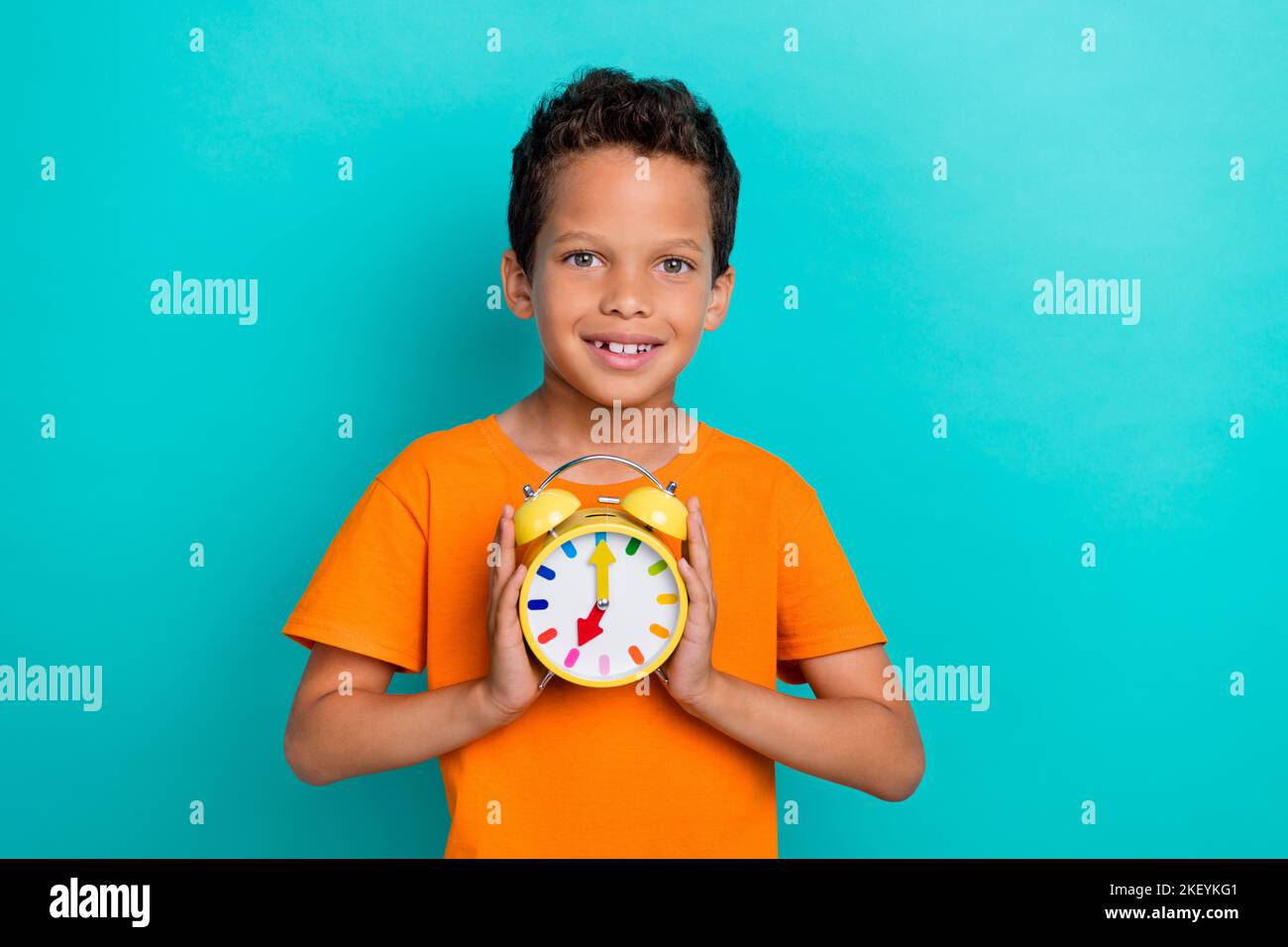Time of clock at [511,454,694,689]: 7:00
